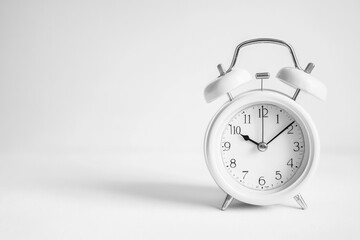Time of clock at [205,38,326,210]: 10:08
